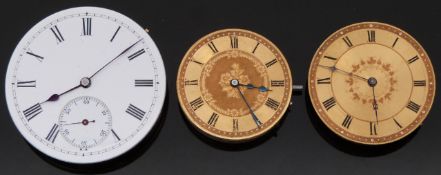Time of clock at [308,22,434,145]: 5:47
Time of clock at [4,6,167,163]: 8:08
